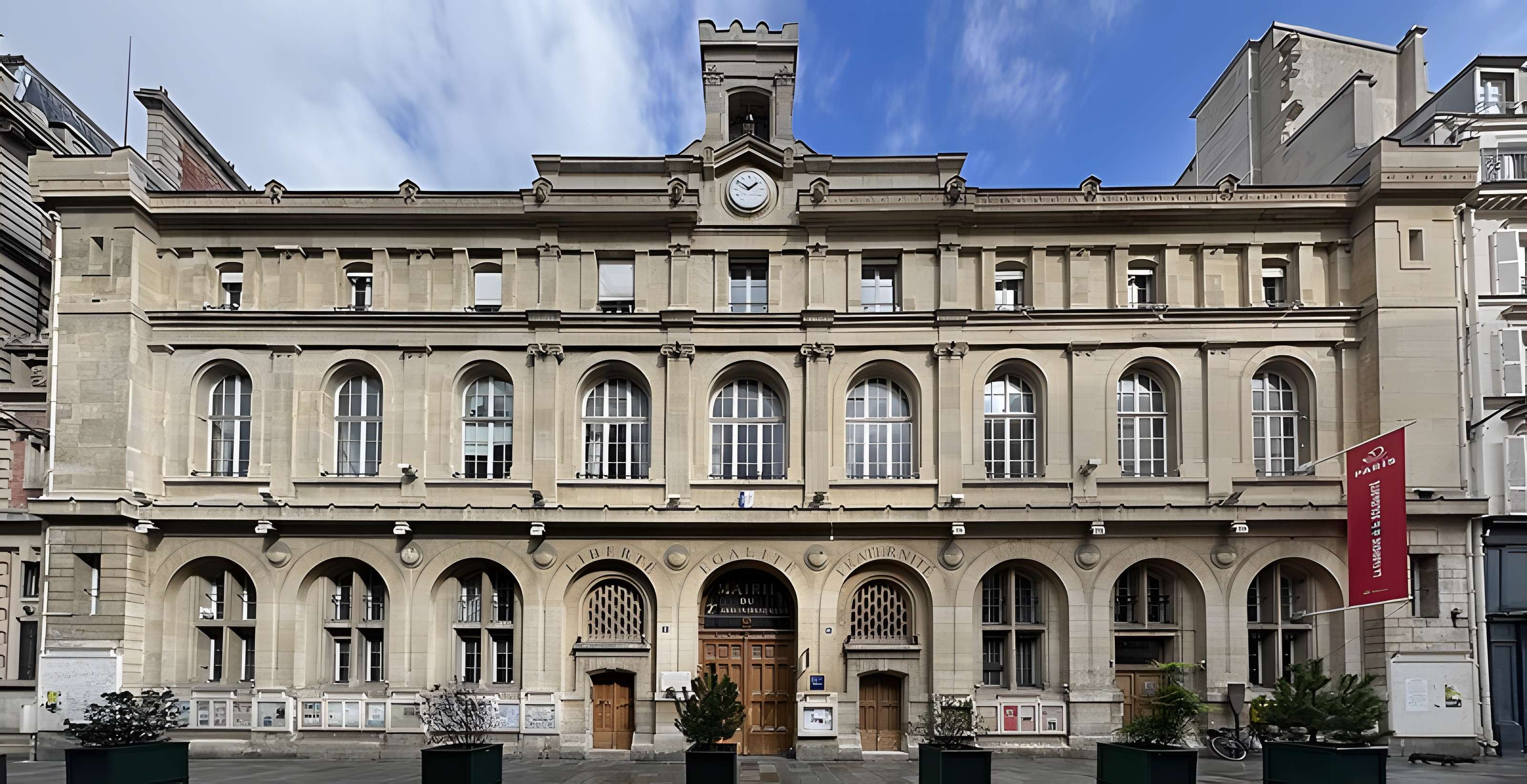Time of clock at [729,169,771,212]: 1:51
